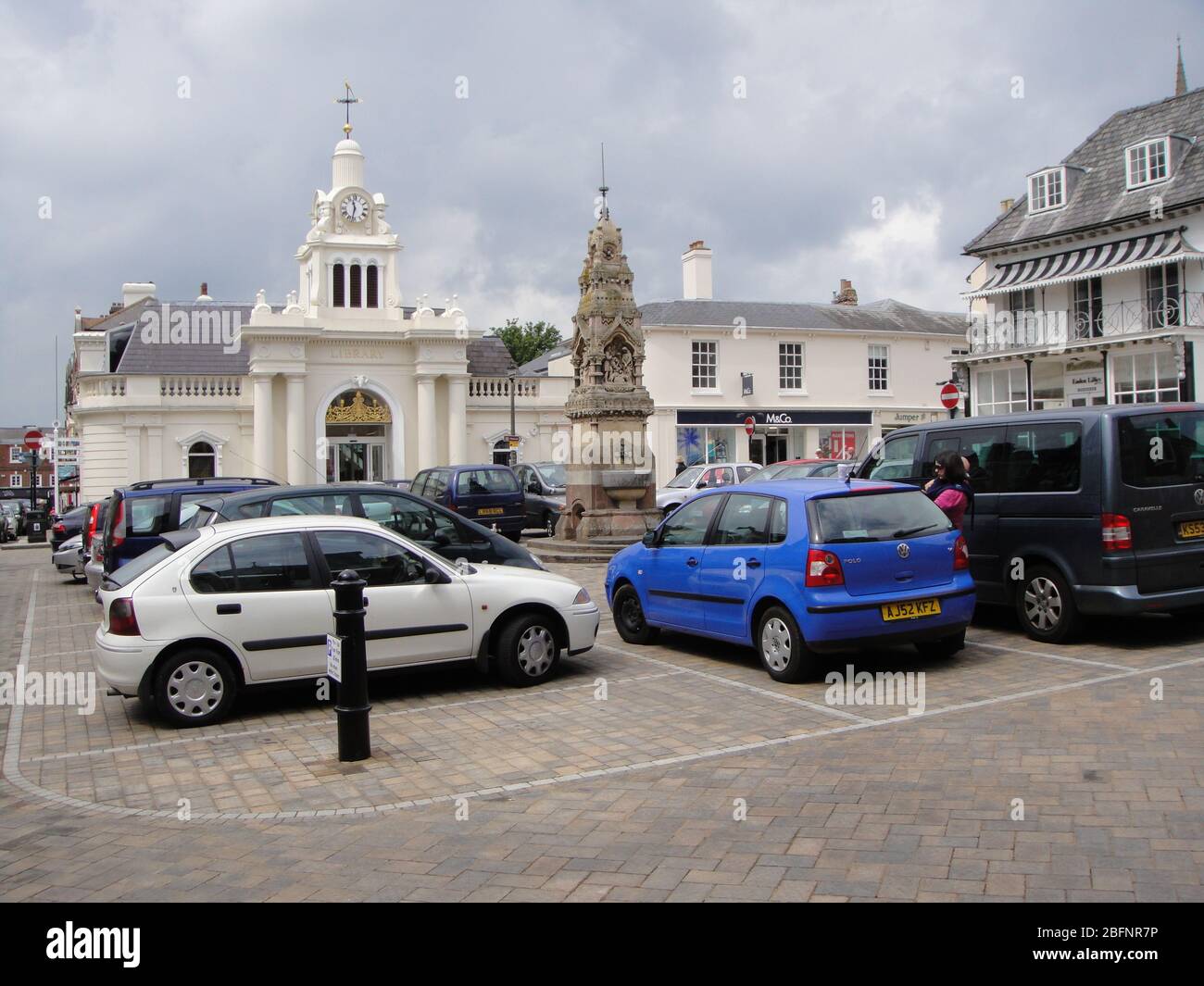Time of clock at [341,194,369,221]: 11:32
